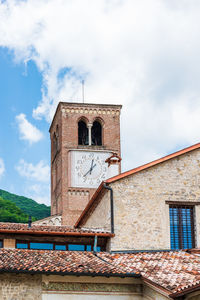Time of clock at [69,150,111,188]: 12:37
